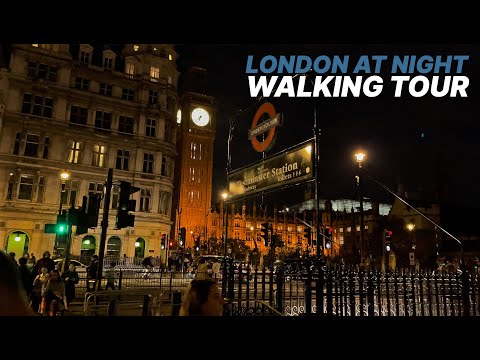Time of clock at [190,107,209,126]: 6:37
